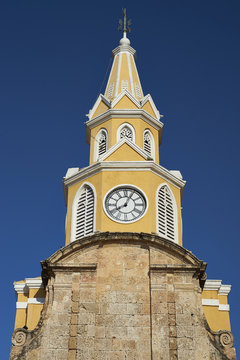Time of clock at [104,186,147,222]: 8:04
